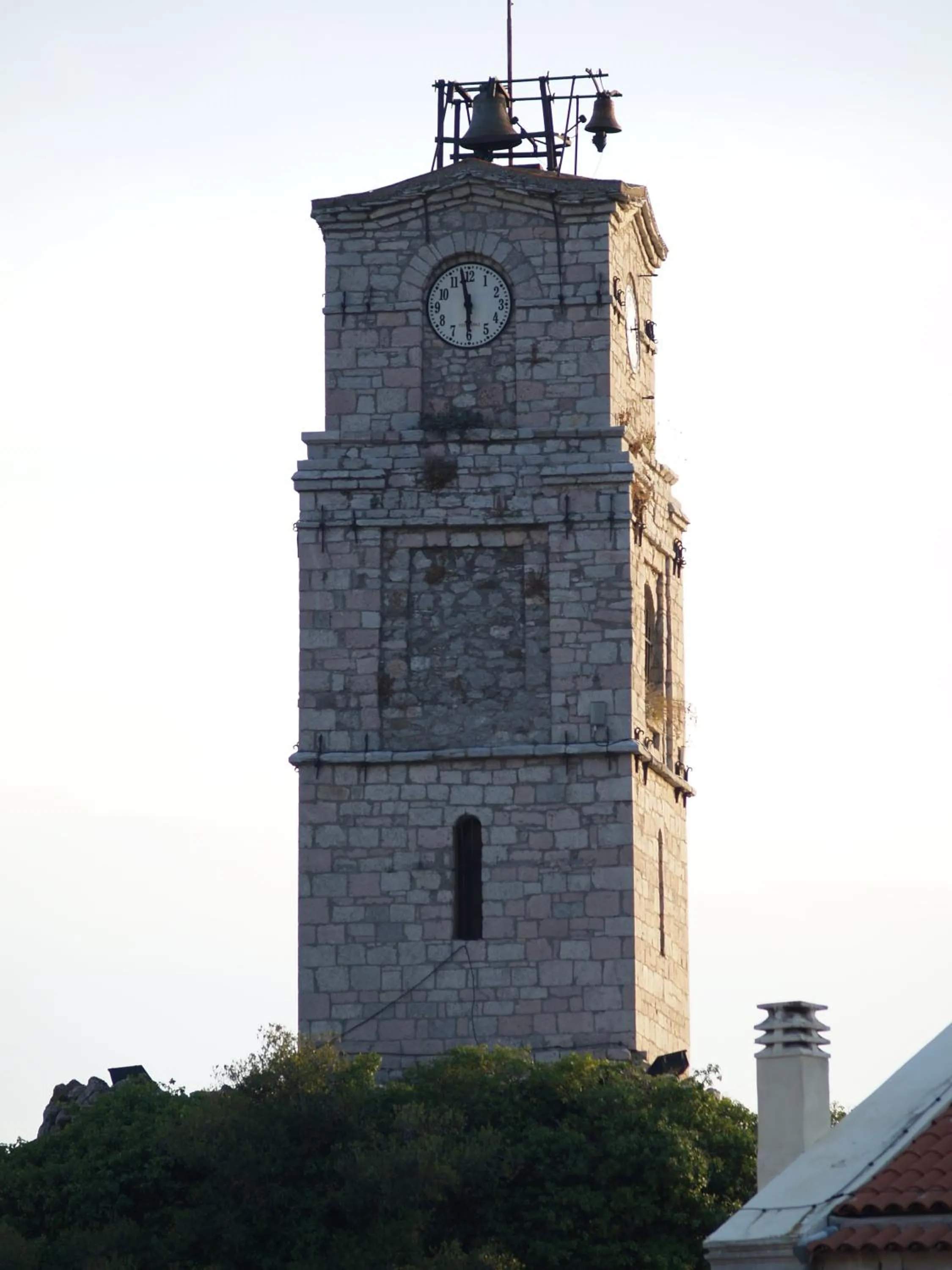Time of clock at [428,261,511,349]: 5:58
